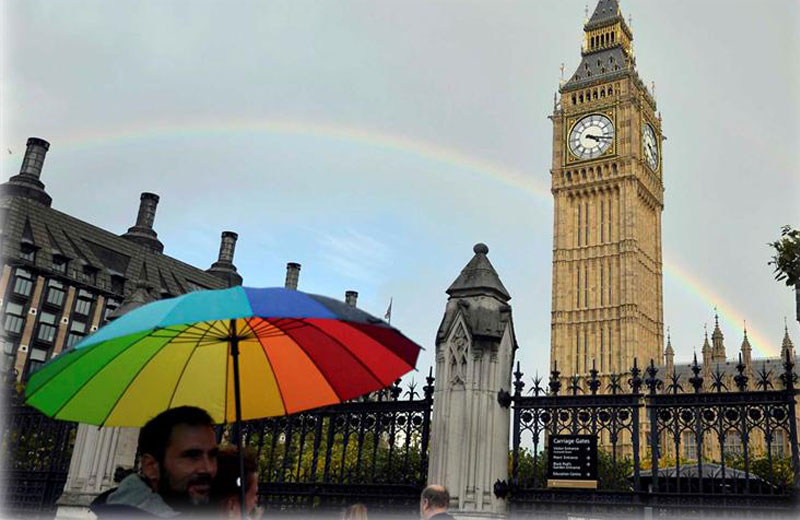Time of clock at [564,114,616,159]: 4:17
